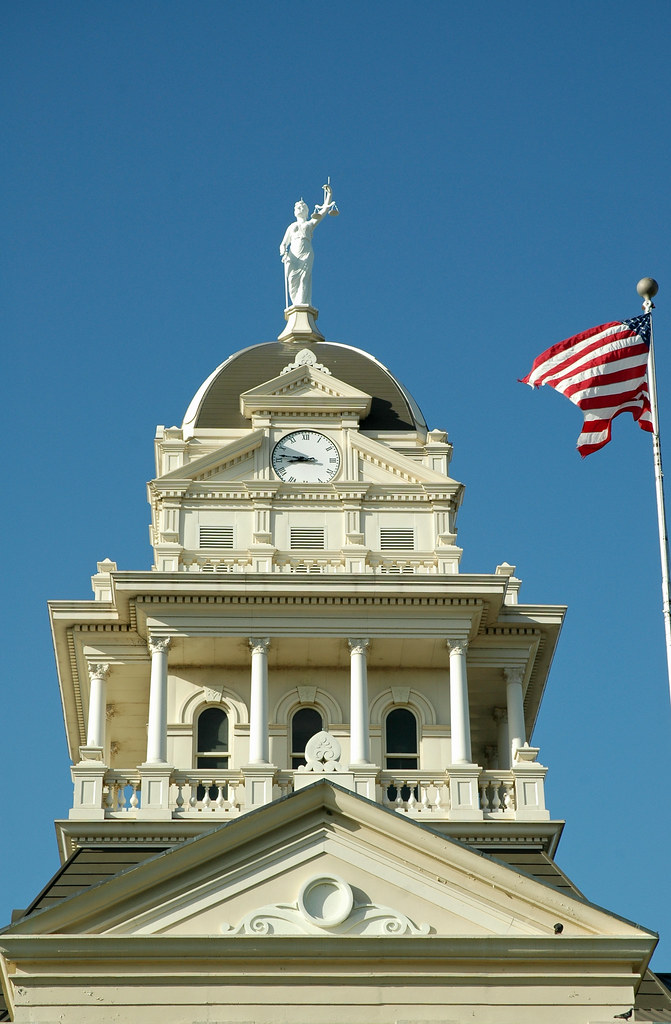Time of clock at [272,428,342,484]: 8:46
